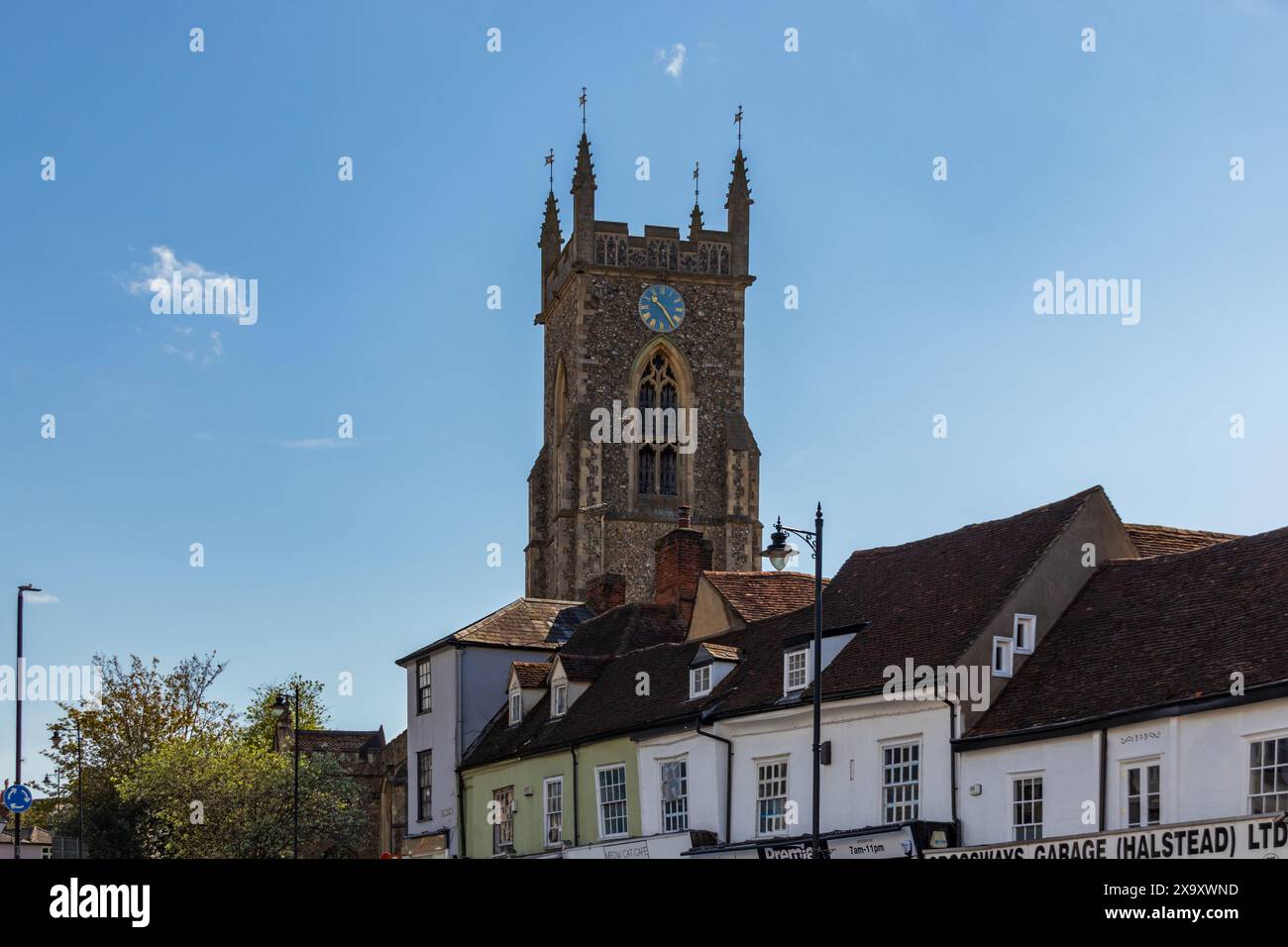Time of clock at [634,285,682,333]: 10:24
